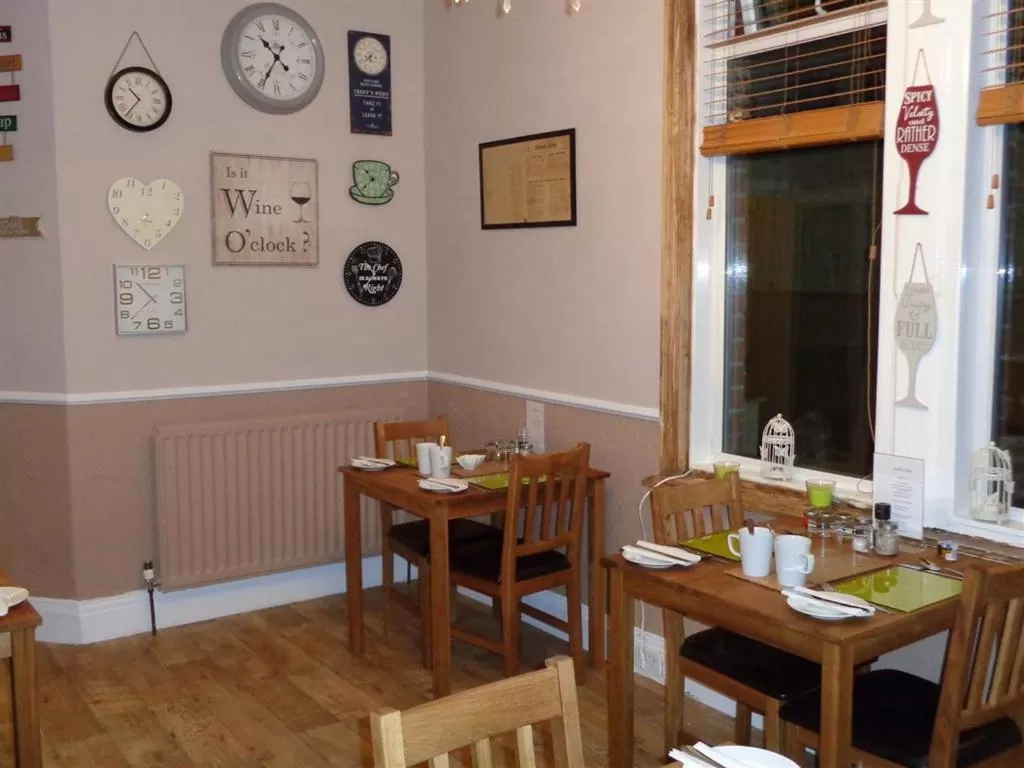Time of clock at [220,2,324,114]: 10:34
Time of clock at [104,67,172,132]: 10:36
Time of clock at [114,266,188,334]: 10:37
